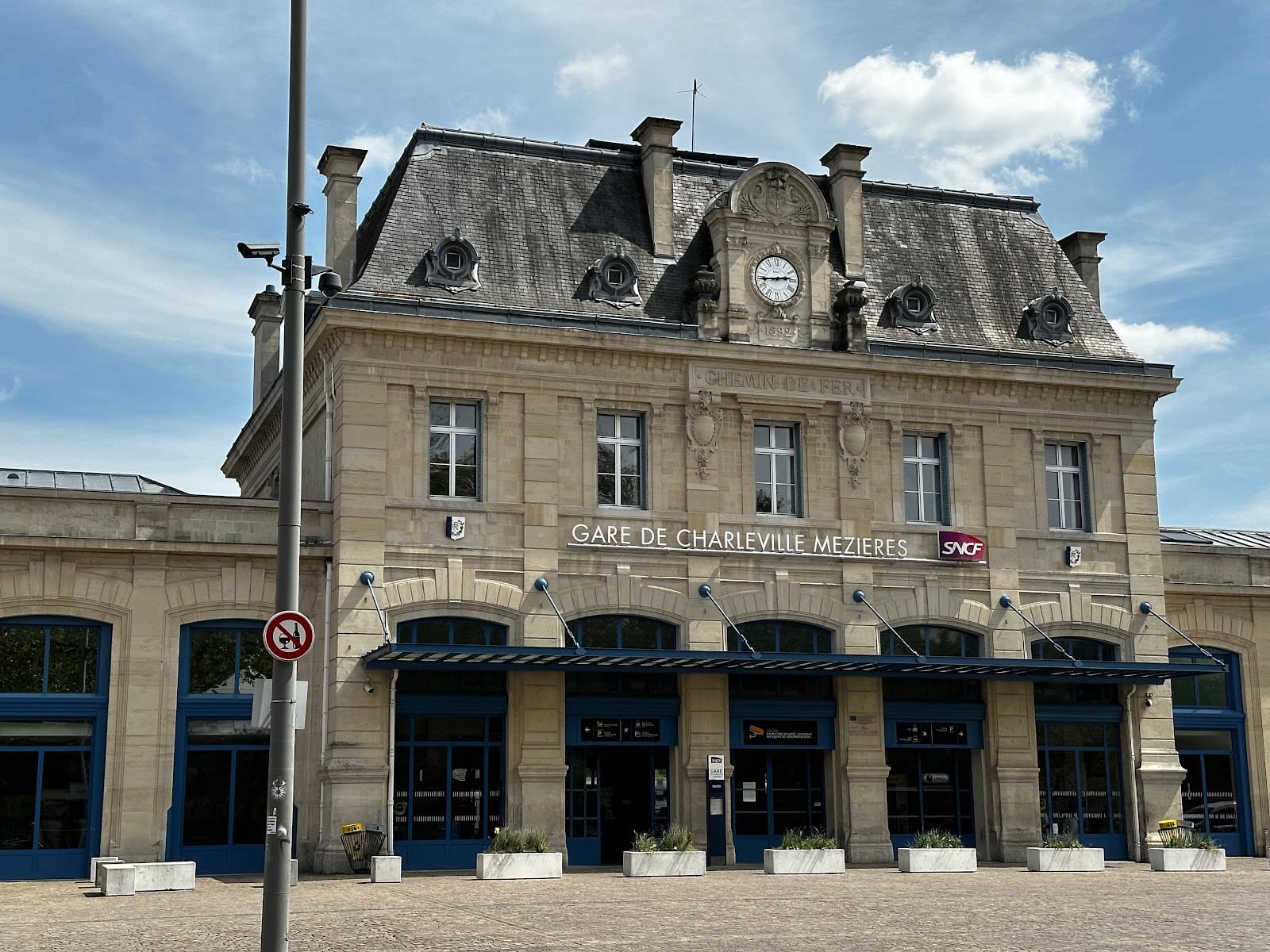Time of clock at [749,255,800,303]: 2:44
